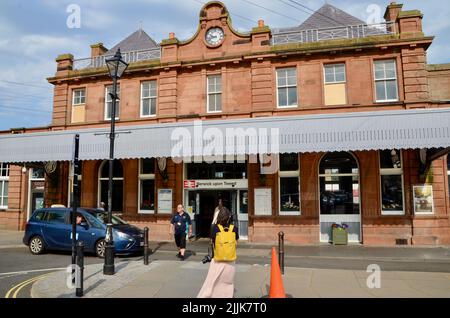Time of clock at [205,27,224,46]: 9:42
